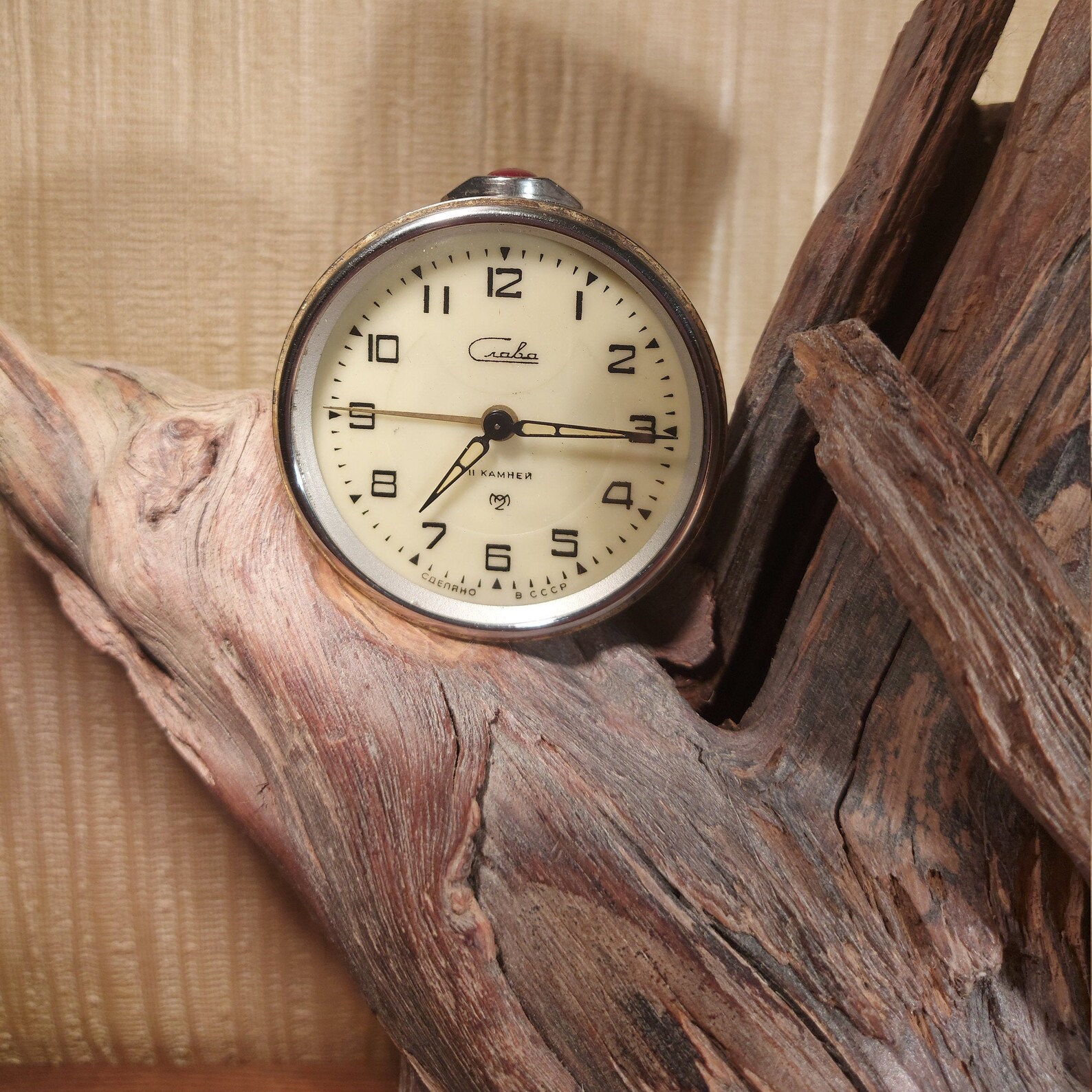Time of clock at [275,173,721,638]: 7:15
